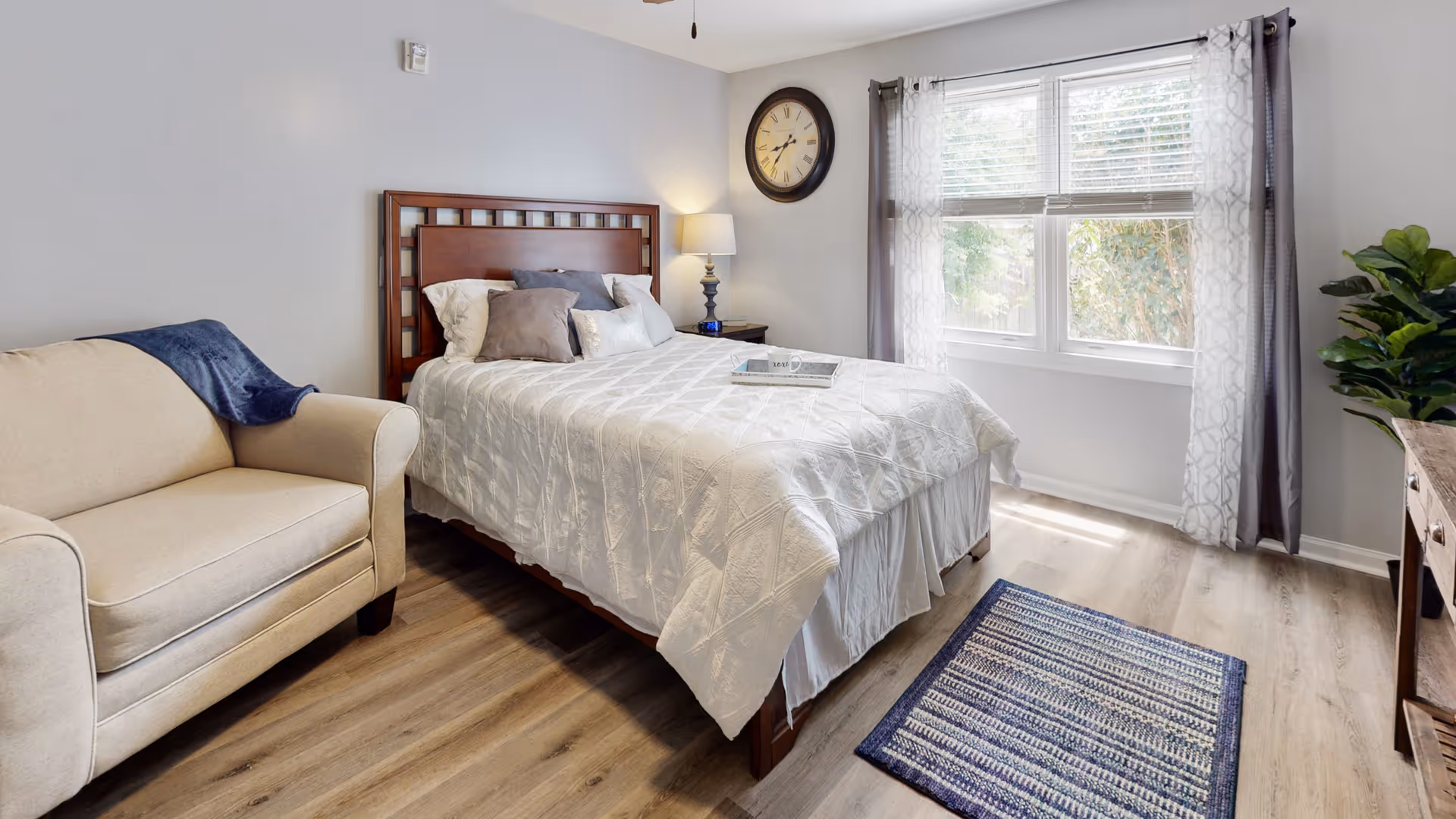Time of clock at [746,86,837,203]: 8:36
